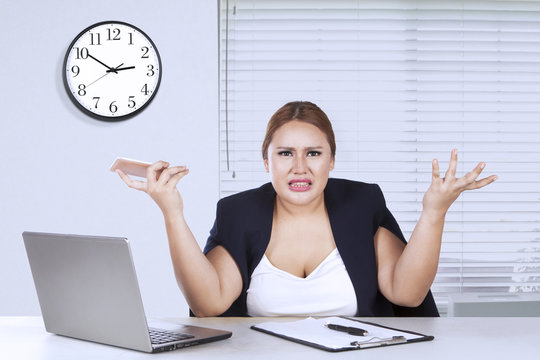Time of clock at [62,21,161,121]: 2:50
